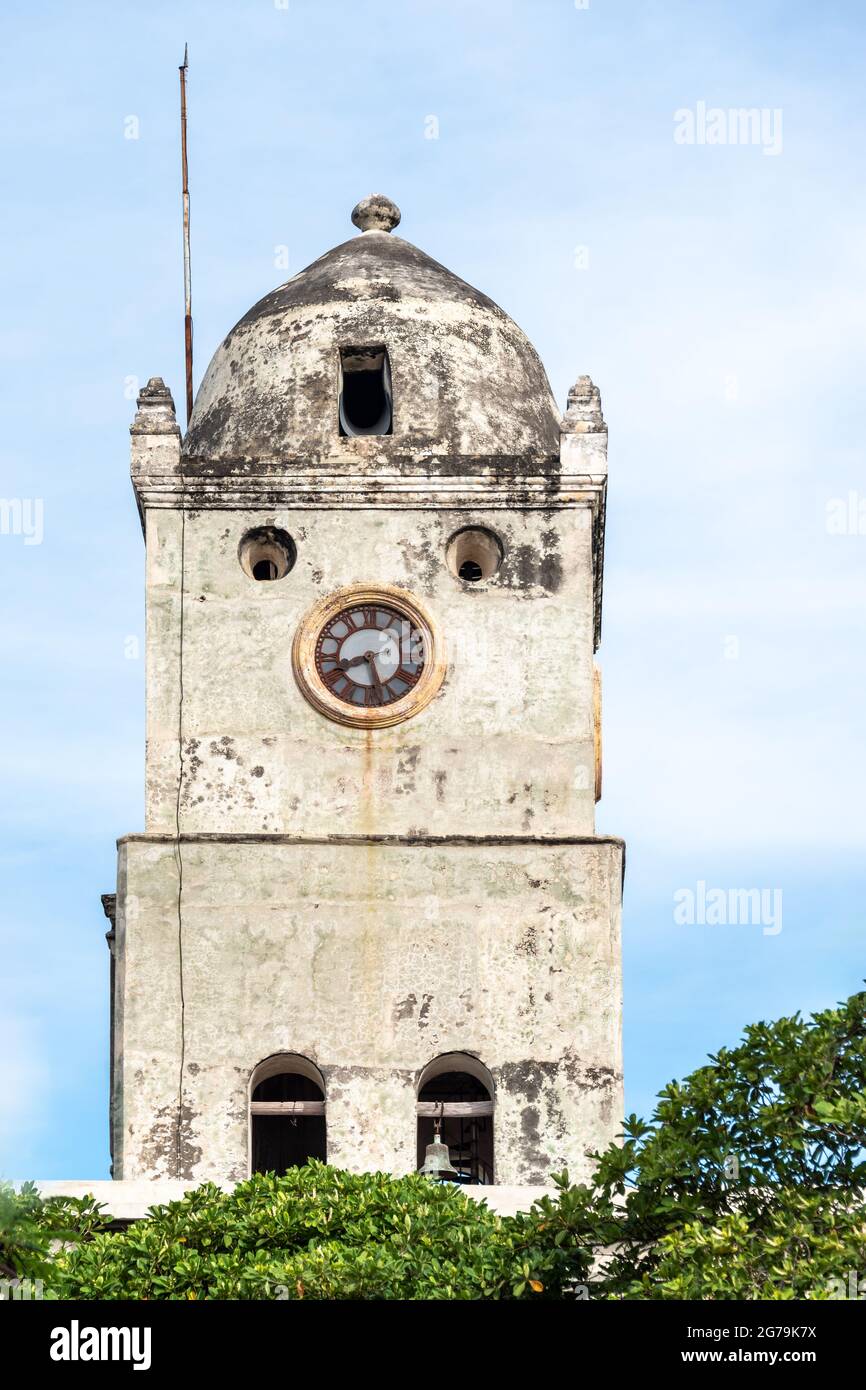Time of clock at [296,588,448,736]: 8:27
